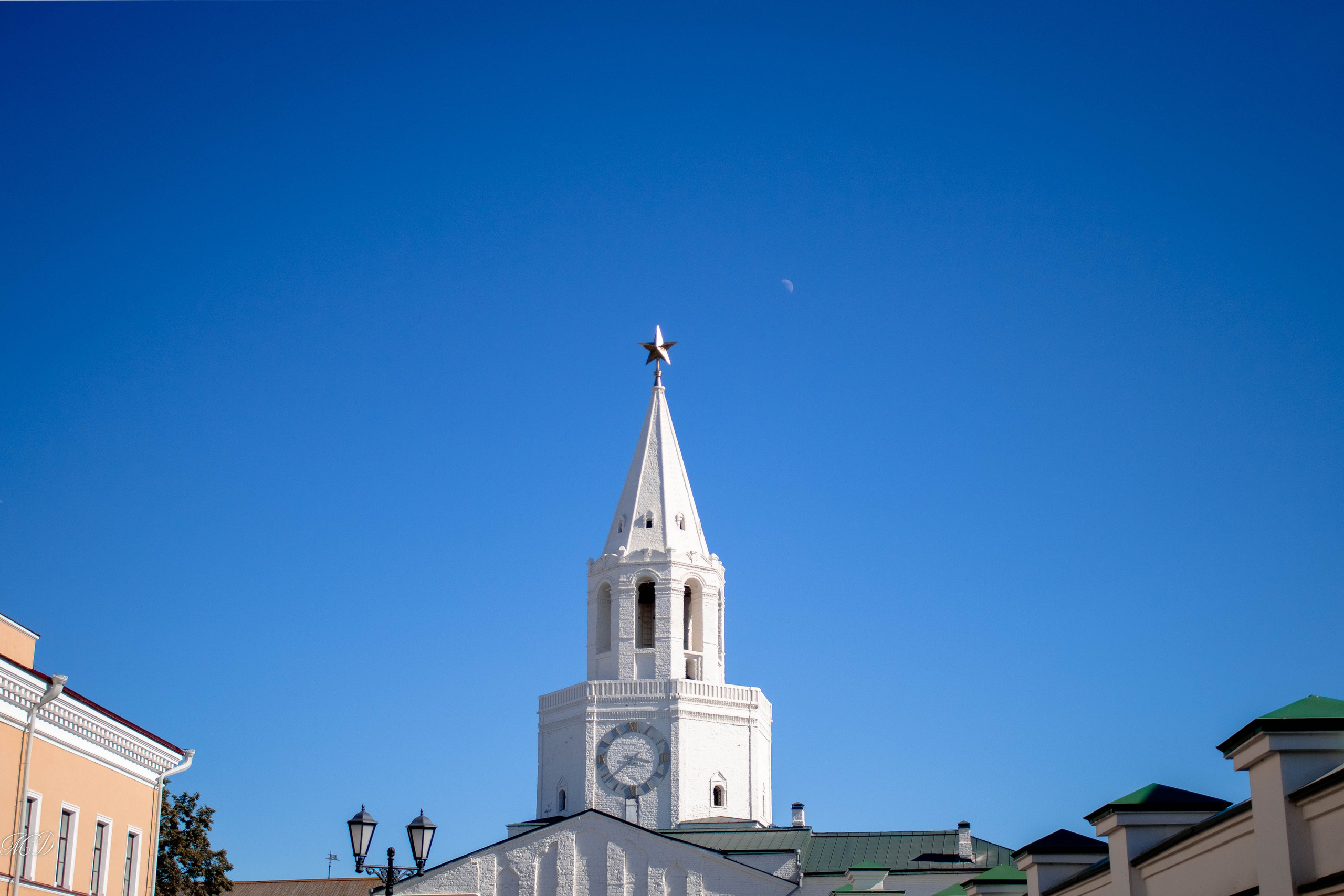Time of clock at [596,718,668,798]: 3:38
